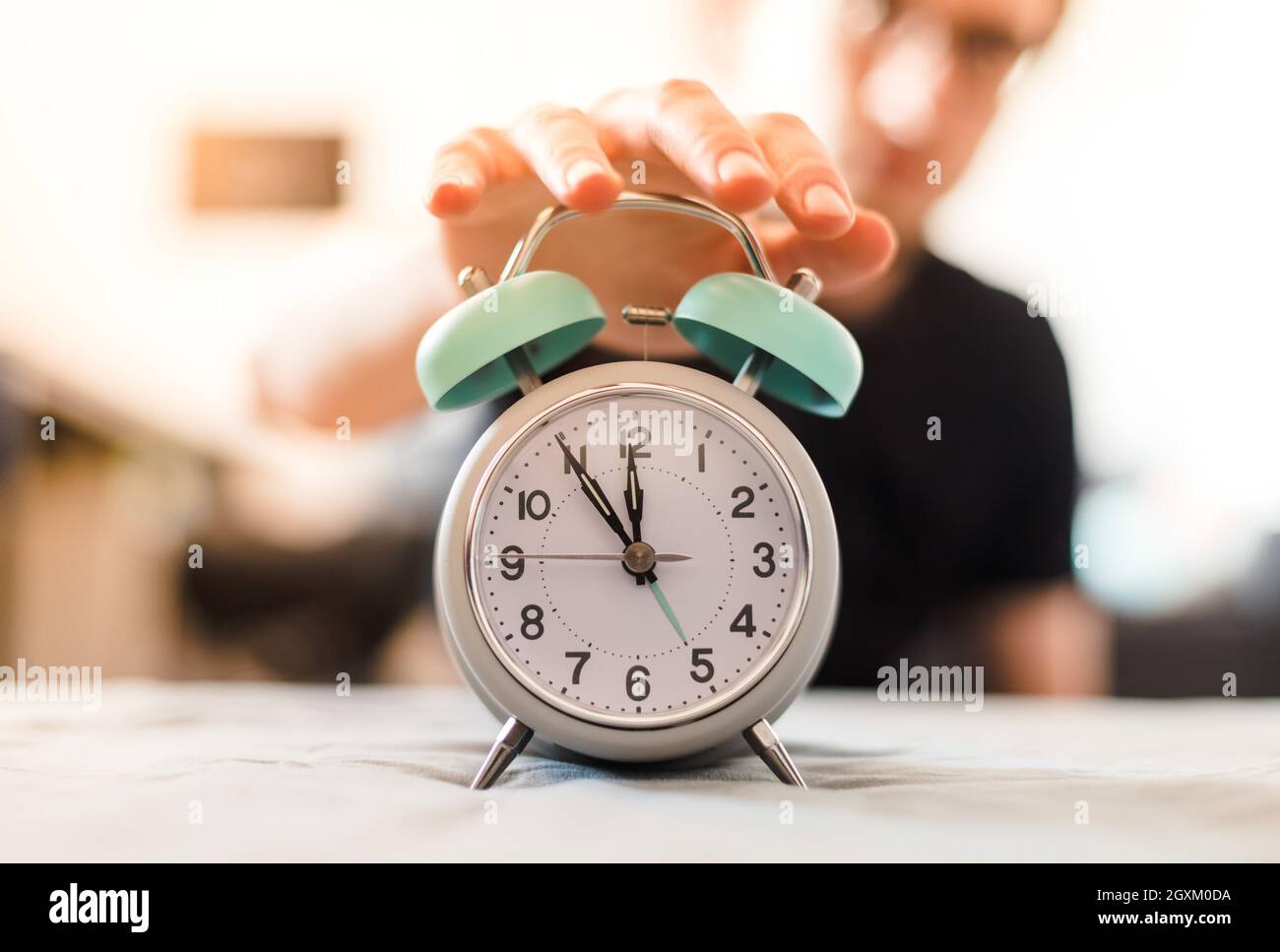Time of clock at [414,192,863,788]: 11:54
